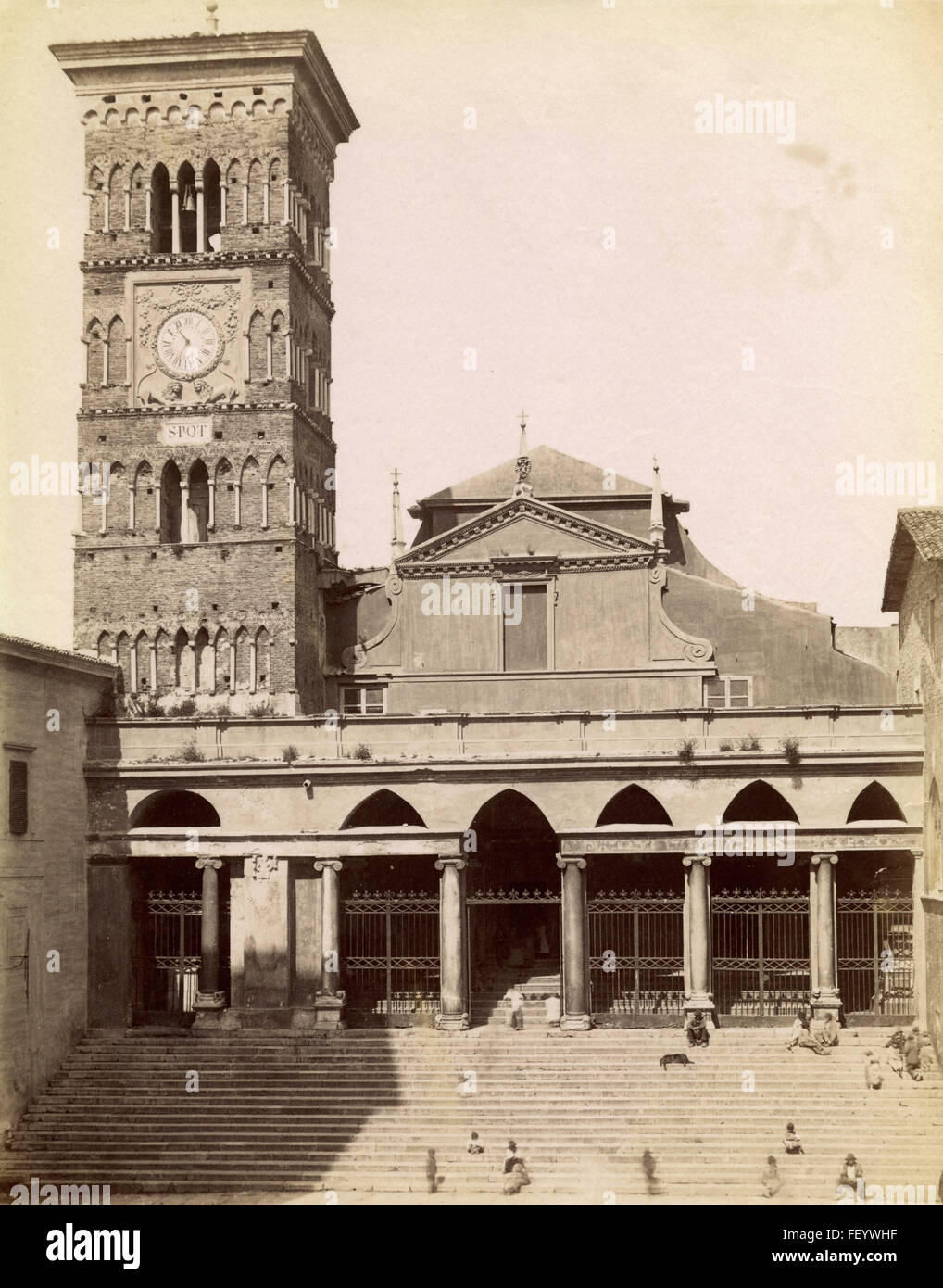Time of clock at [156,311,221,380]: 10:34
